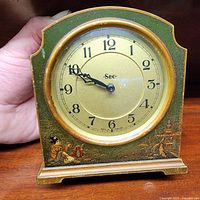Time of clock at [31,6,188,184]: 9:49
